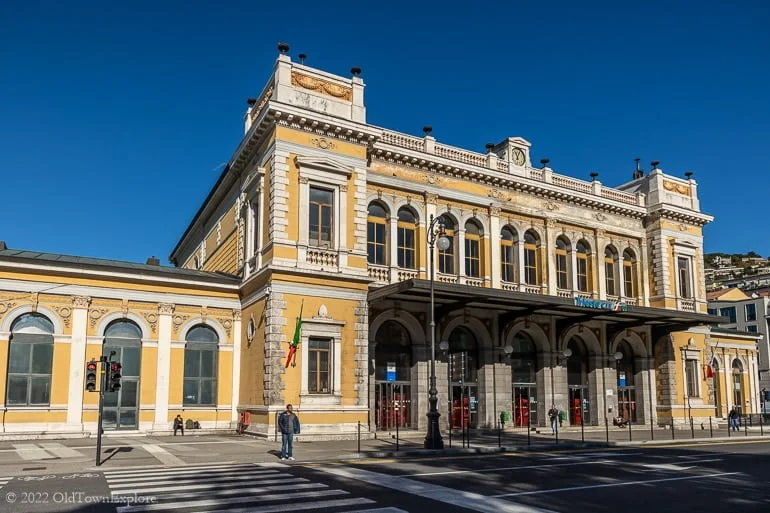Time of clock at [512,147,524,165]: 11:03
